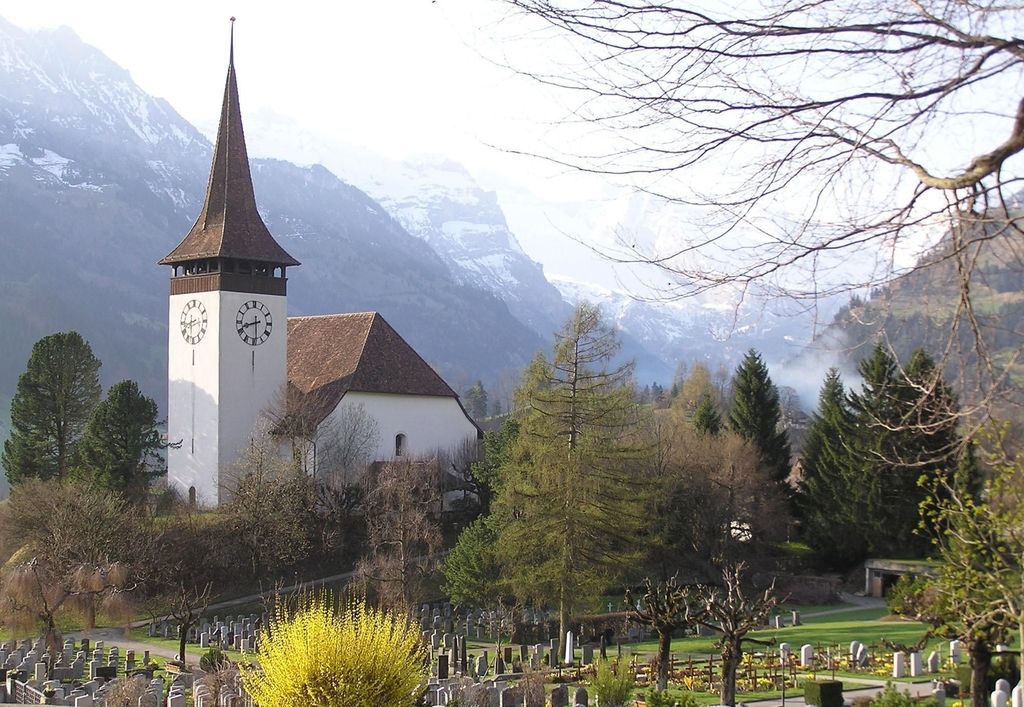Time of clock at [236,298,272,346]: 8:29
